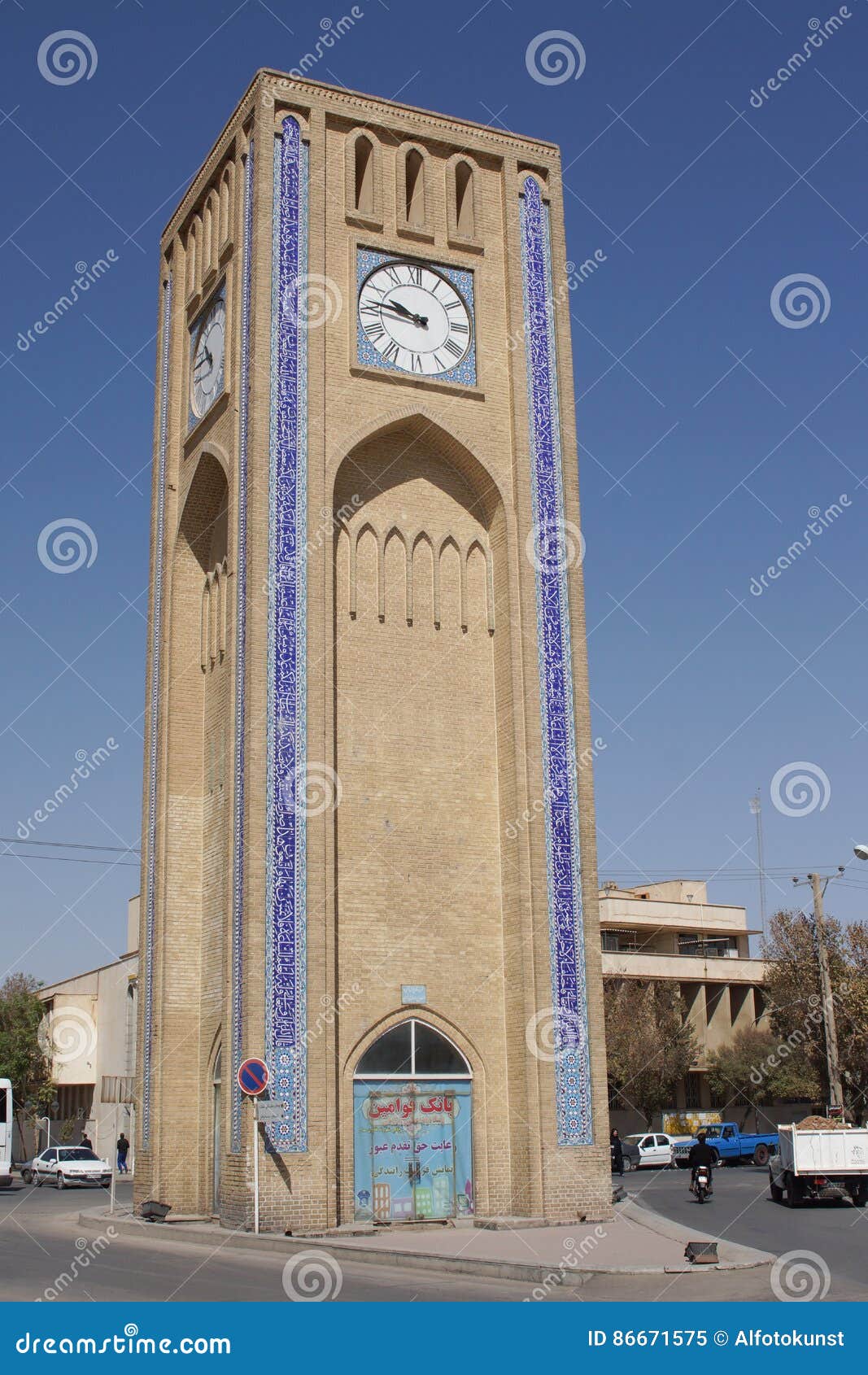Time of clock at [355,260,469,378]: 9:46
